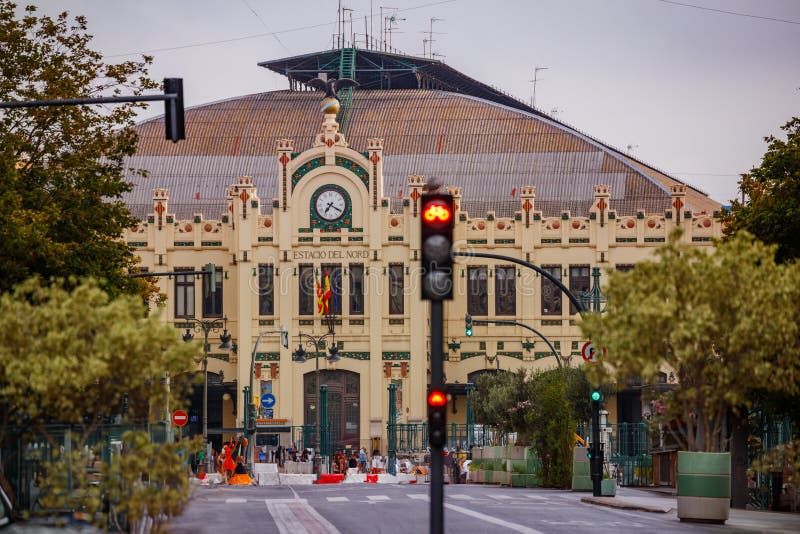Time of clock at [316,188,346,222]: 7:19
